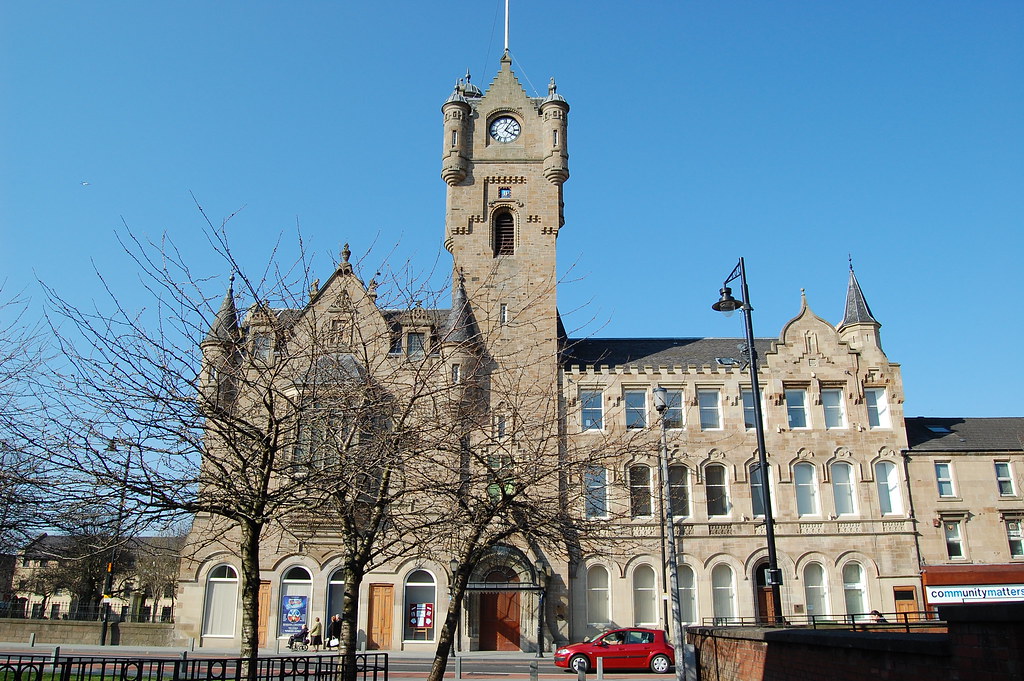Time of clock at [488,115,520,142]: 4:05
